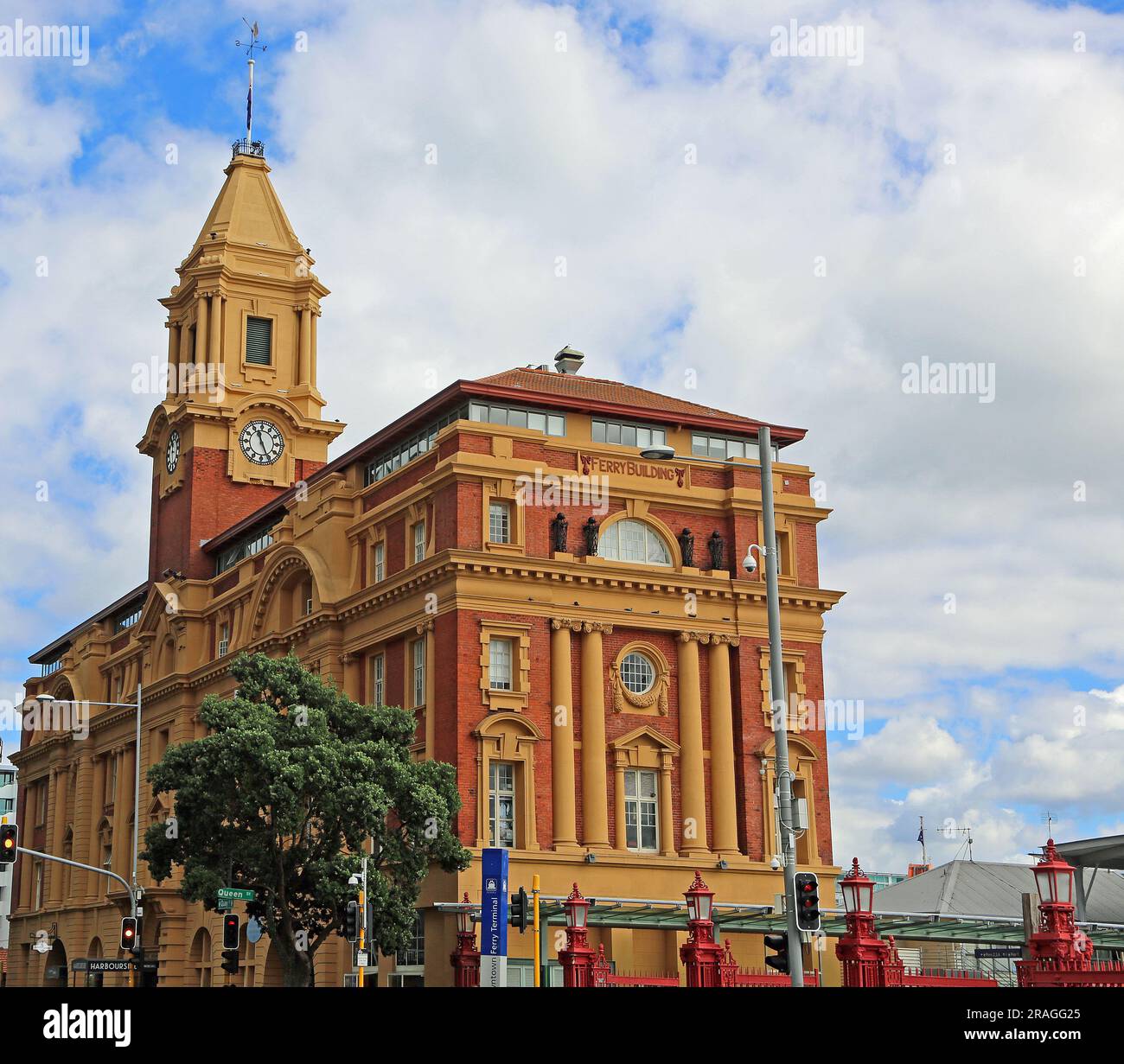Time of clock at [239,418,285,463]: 11:25
